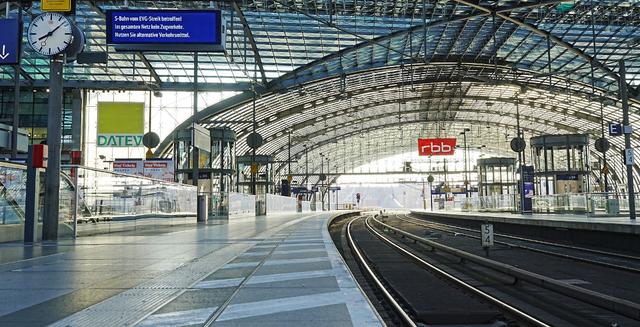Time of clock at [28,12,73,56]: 8:07
